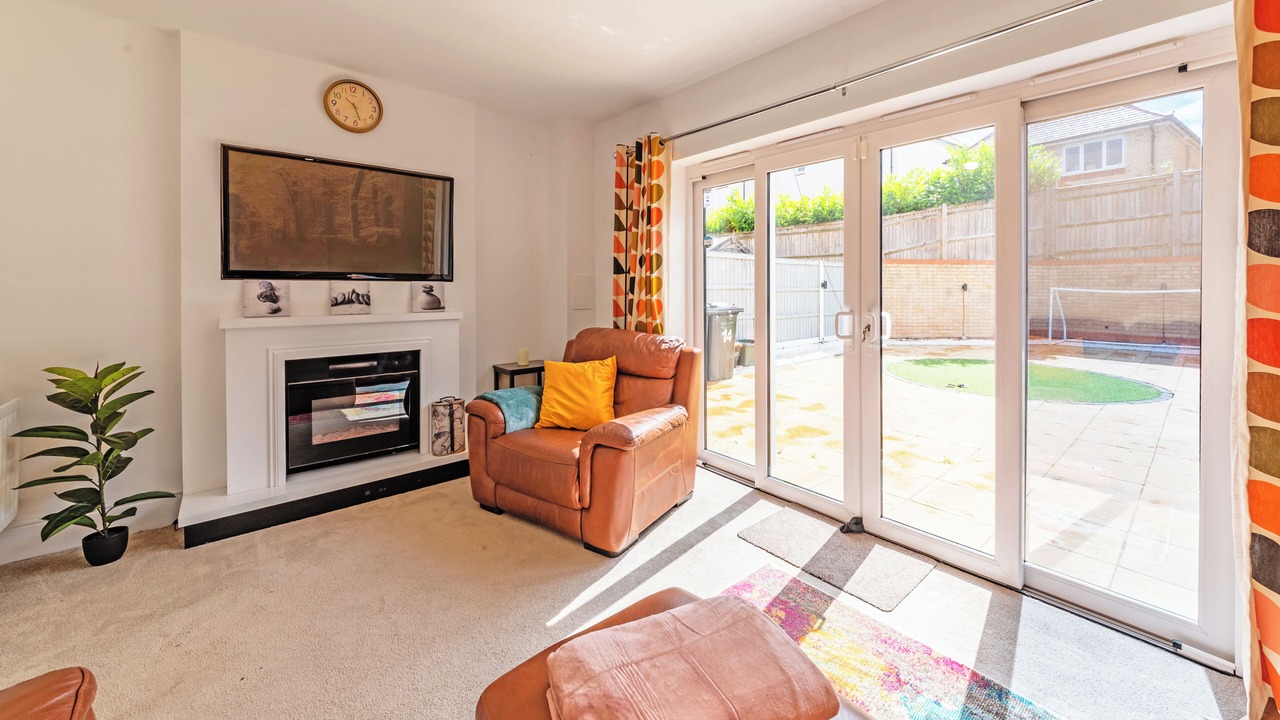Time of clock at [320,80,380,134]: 10:27
